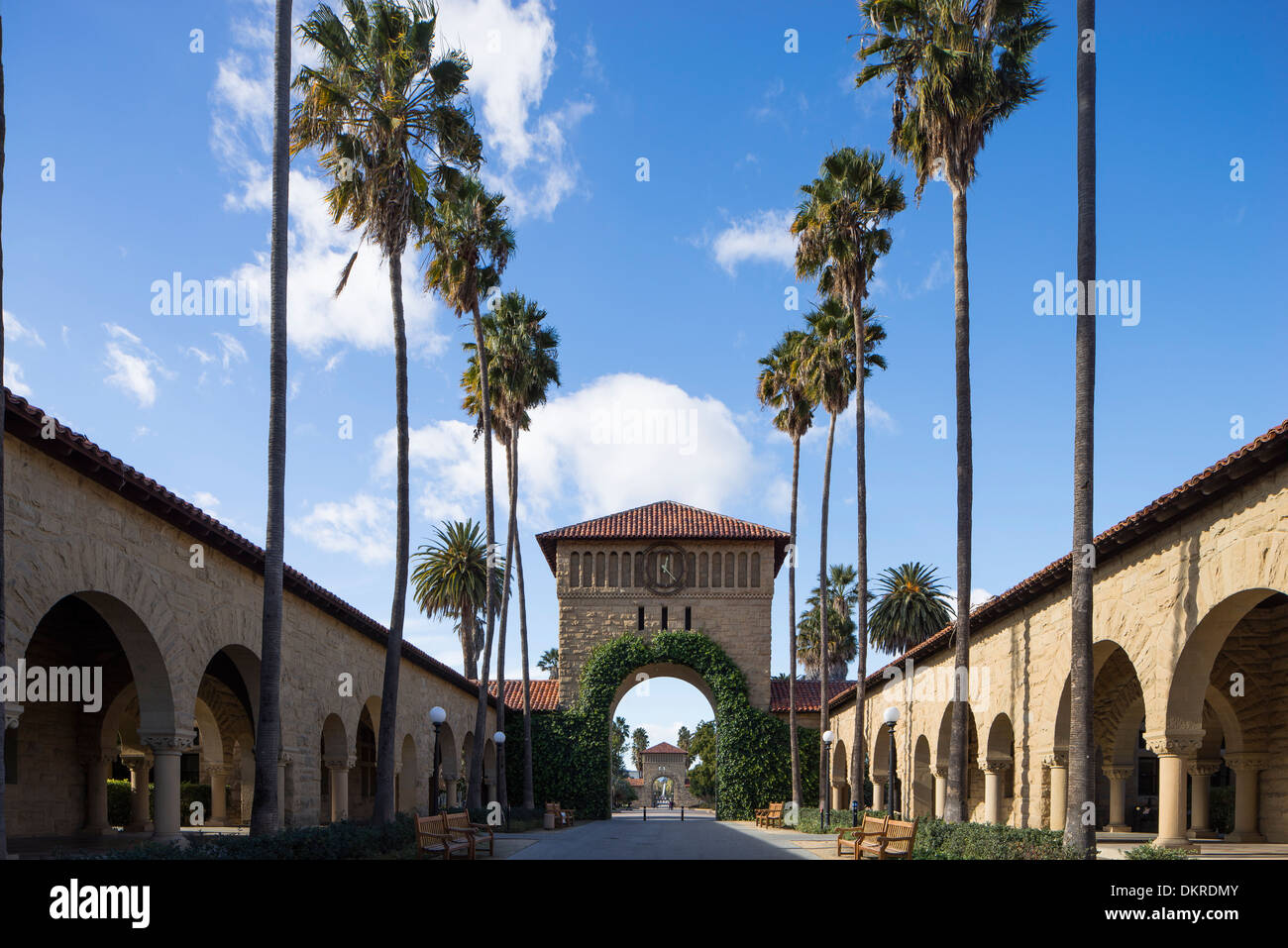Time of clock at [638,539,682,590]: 12:22
